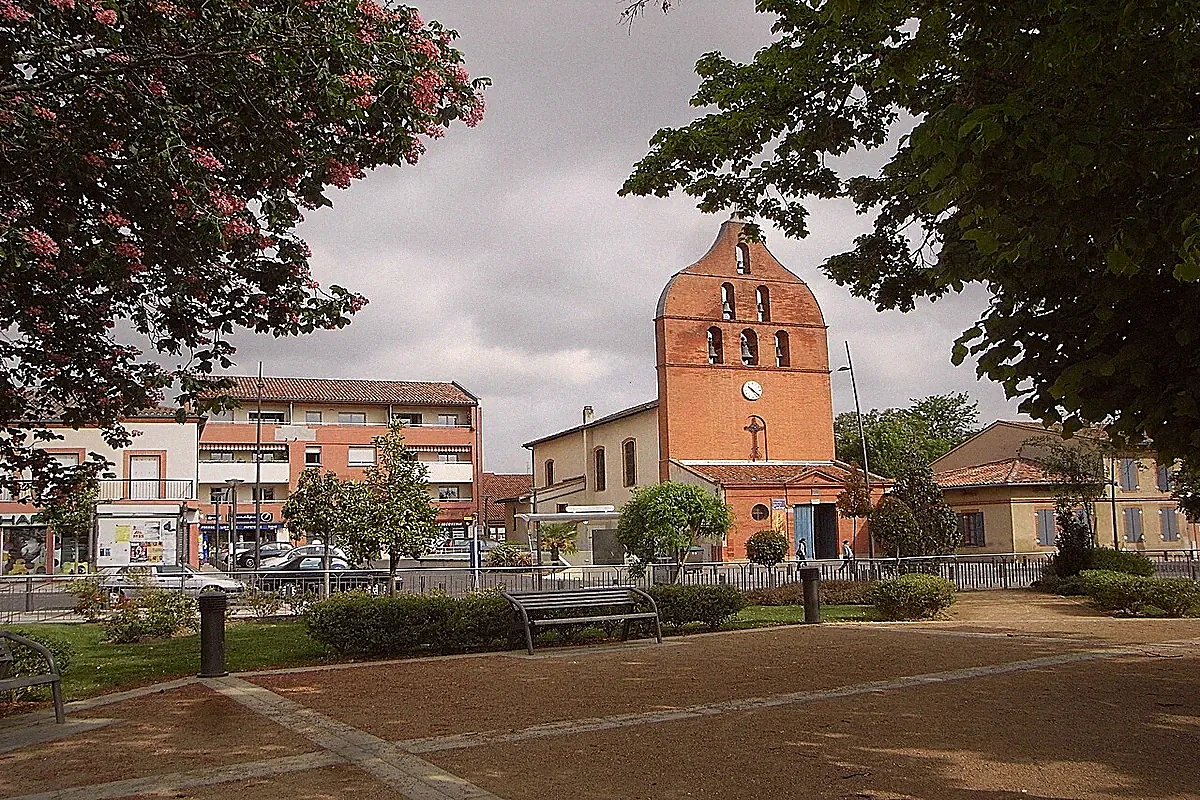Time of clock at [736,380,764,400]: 10:21
